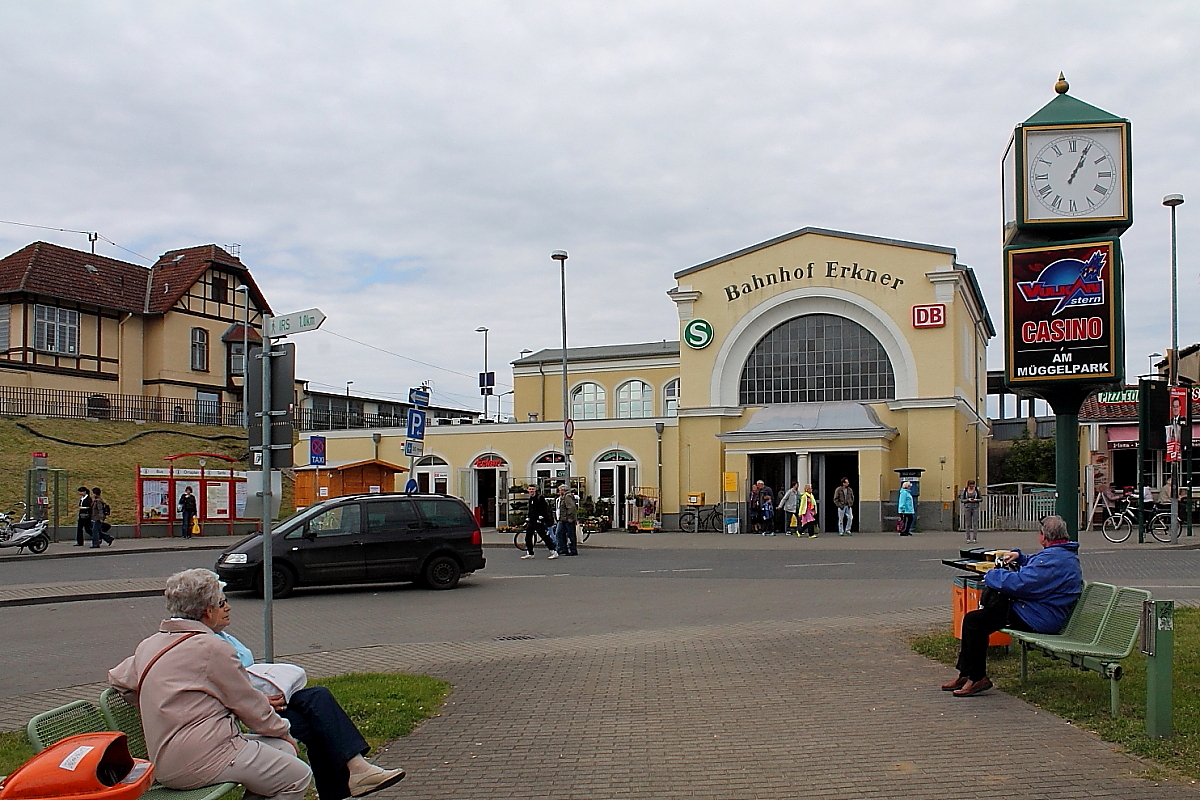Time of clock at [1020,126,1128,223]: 1:04
